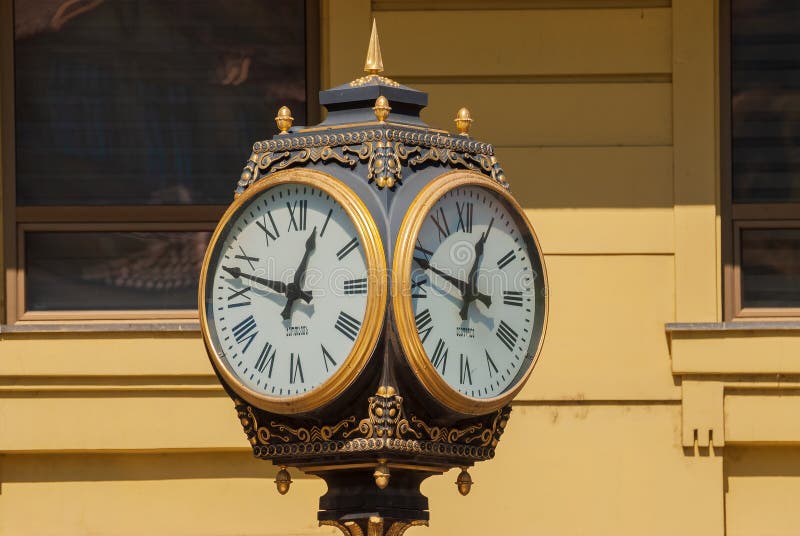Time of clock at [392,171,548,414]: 12:48
